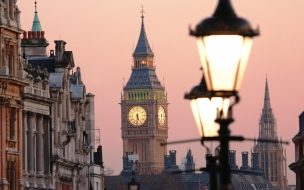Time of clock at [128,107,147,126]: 5:31
